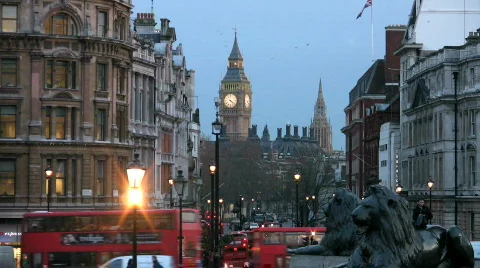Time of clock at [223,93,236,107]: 4:21
